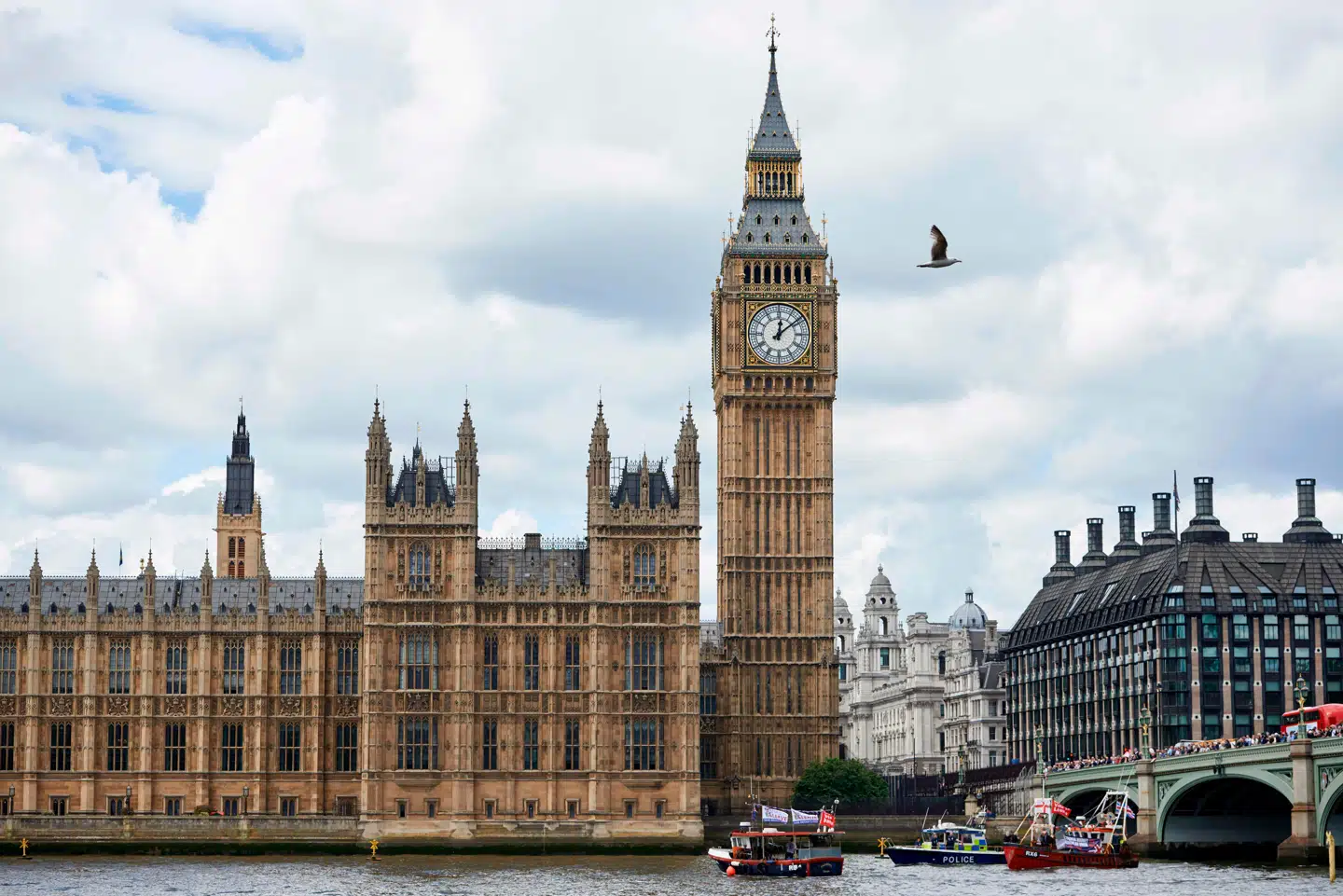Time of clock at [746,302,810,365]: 12:08
